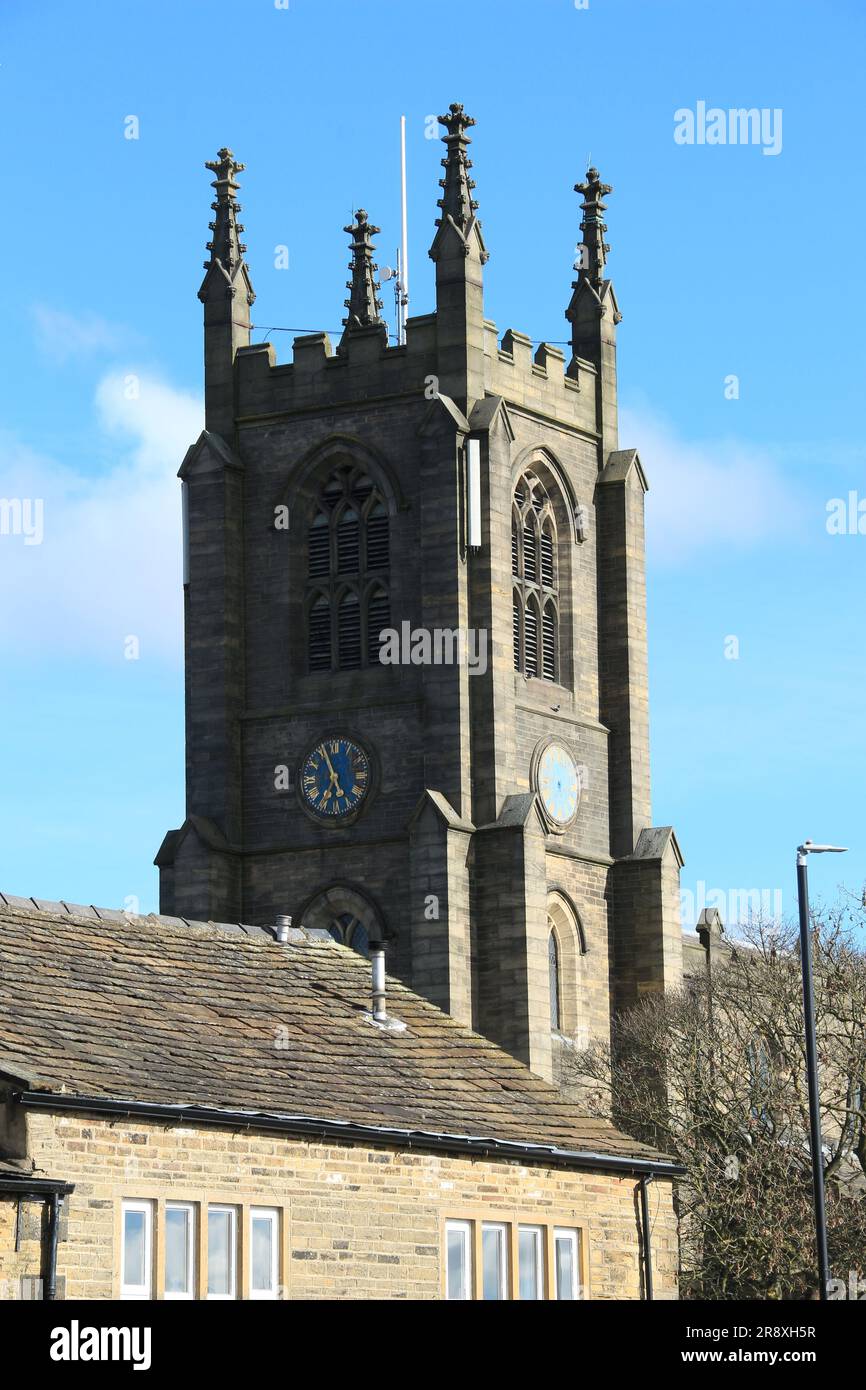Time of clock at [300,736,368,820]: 6:56
